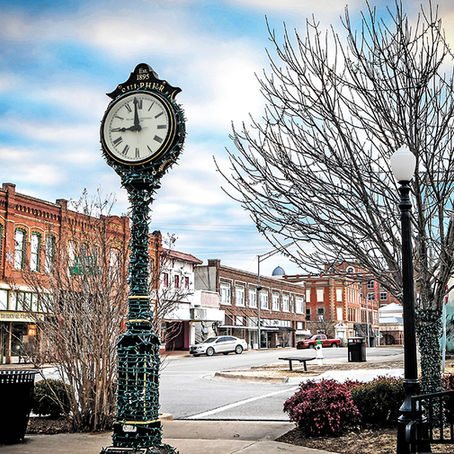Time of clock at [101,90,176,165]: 8:58
